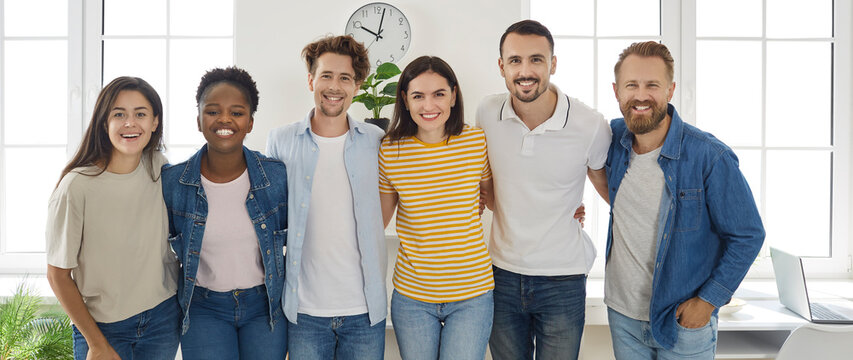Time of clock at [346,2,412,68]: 10:02
